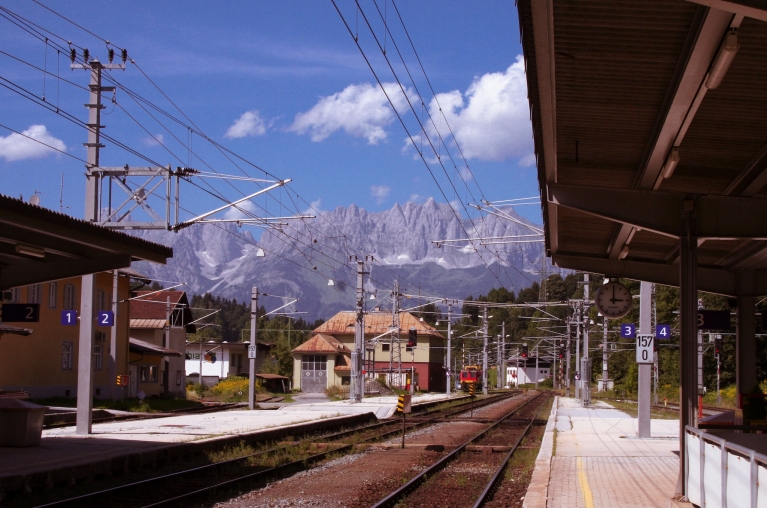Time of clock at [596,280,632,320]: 3:00
